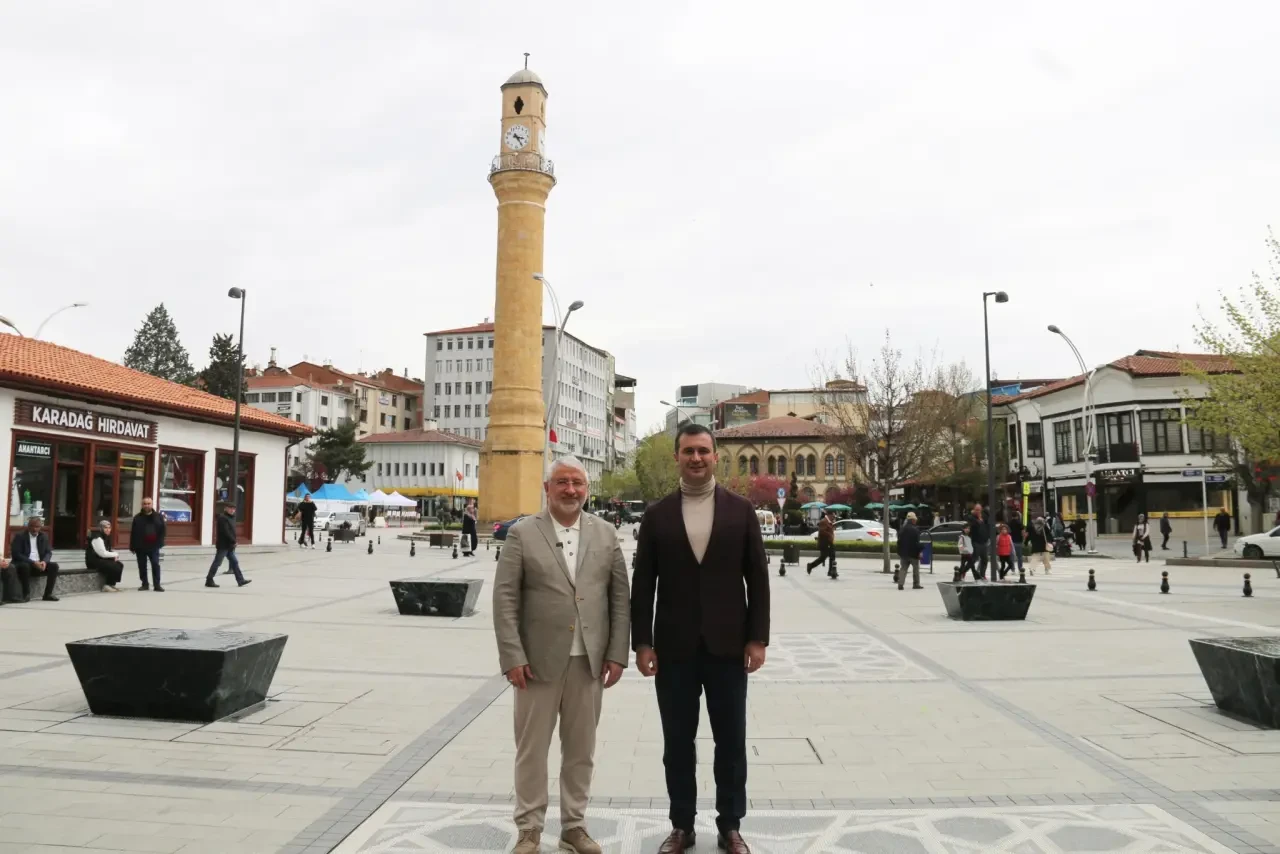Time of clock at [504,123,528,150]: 3:24
